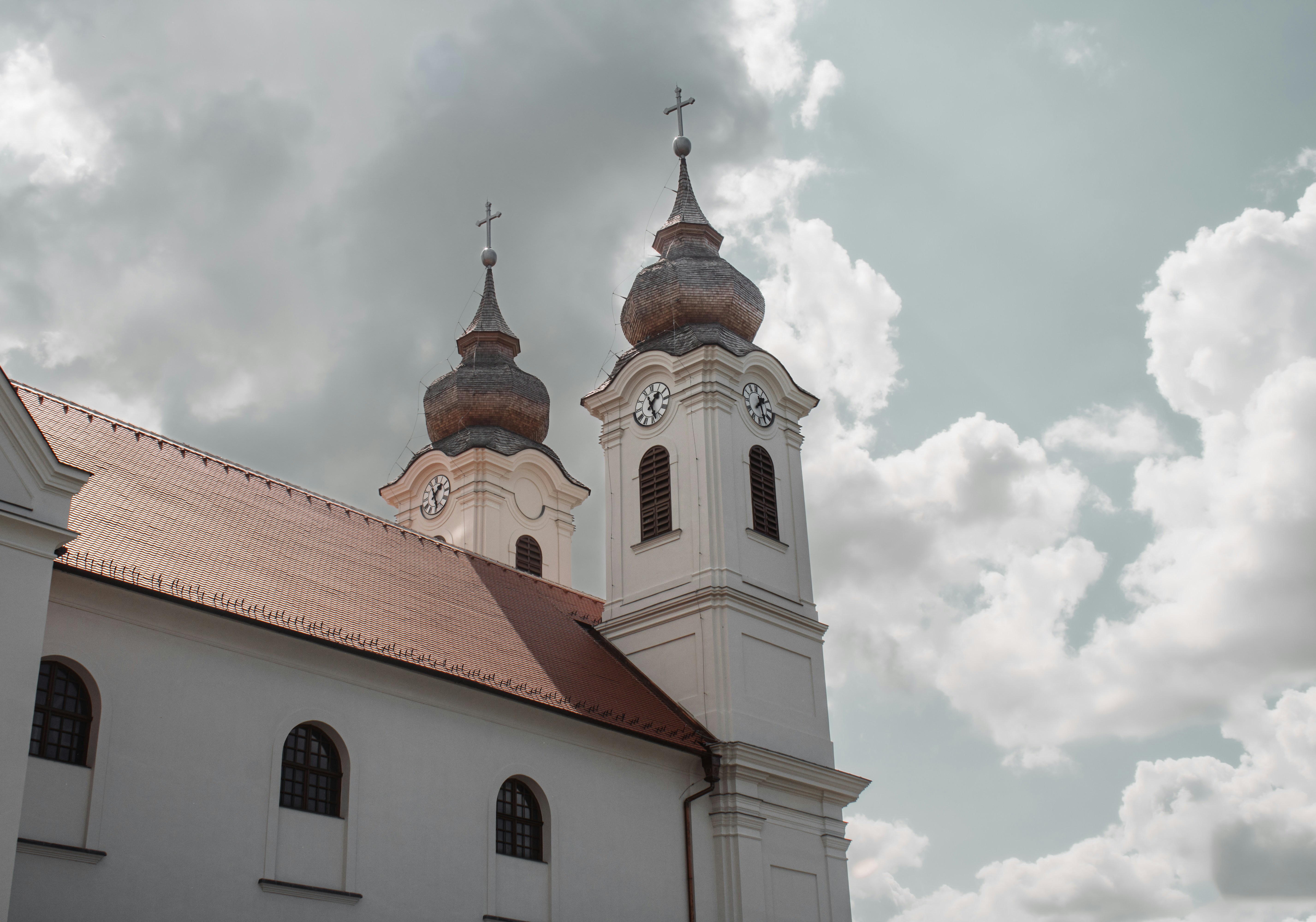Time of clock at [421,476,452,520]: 1:24
